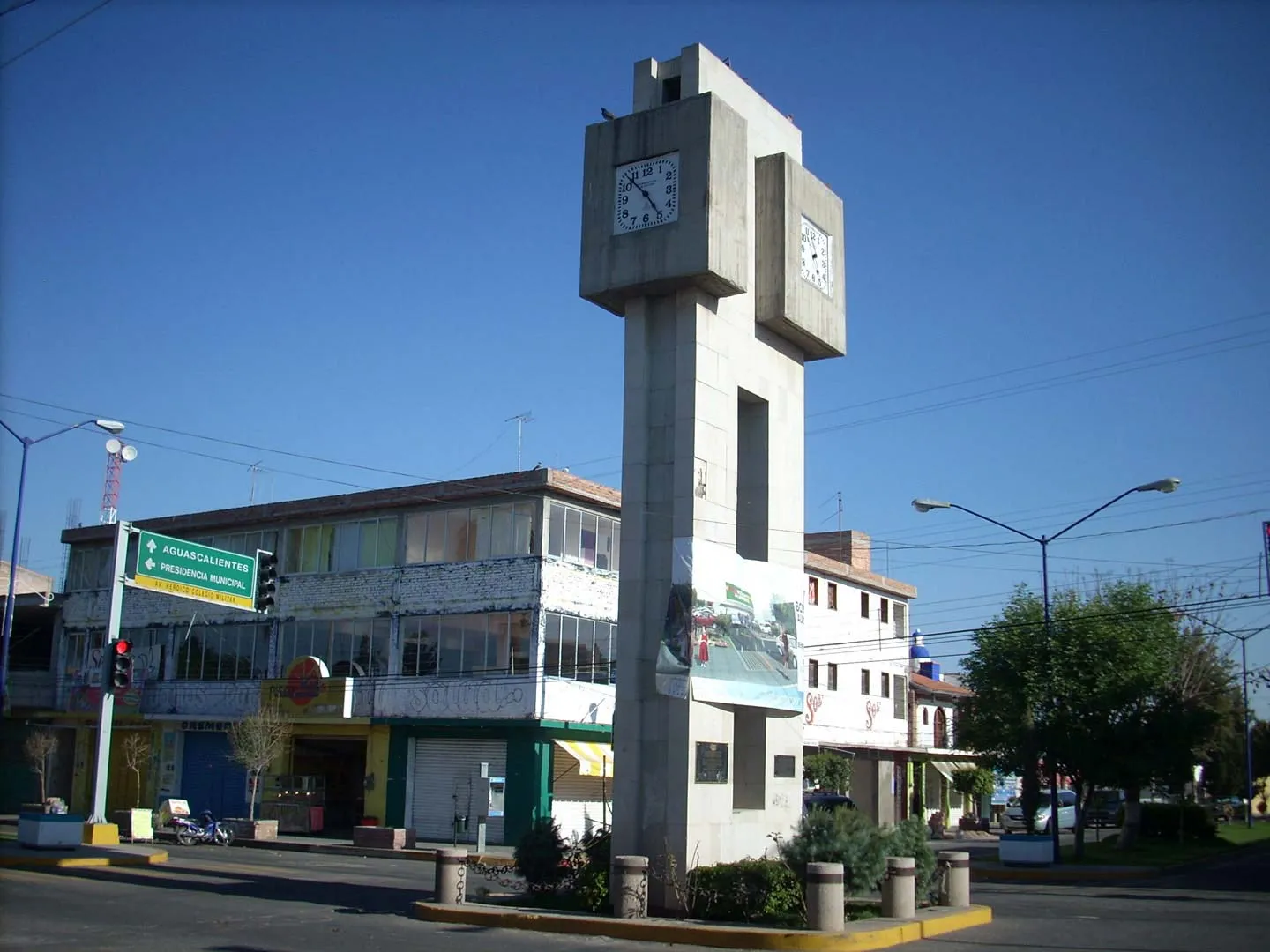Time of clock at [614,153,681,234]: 4:52
